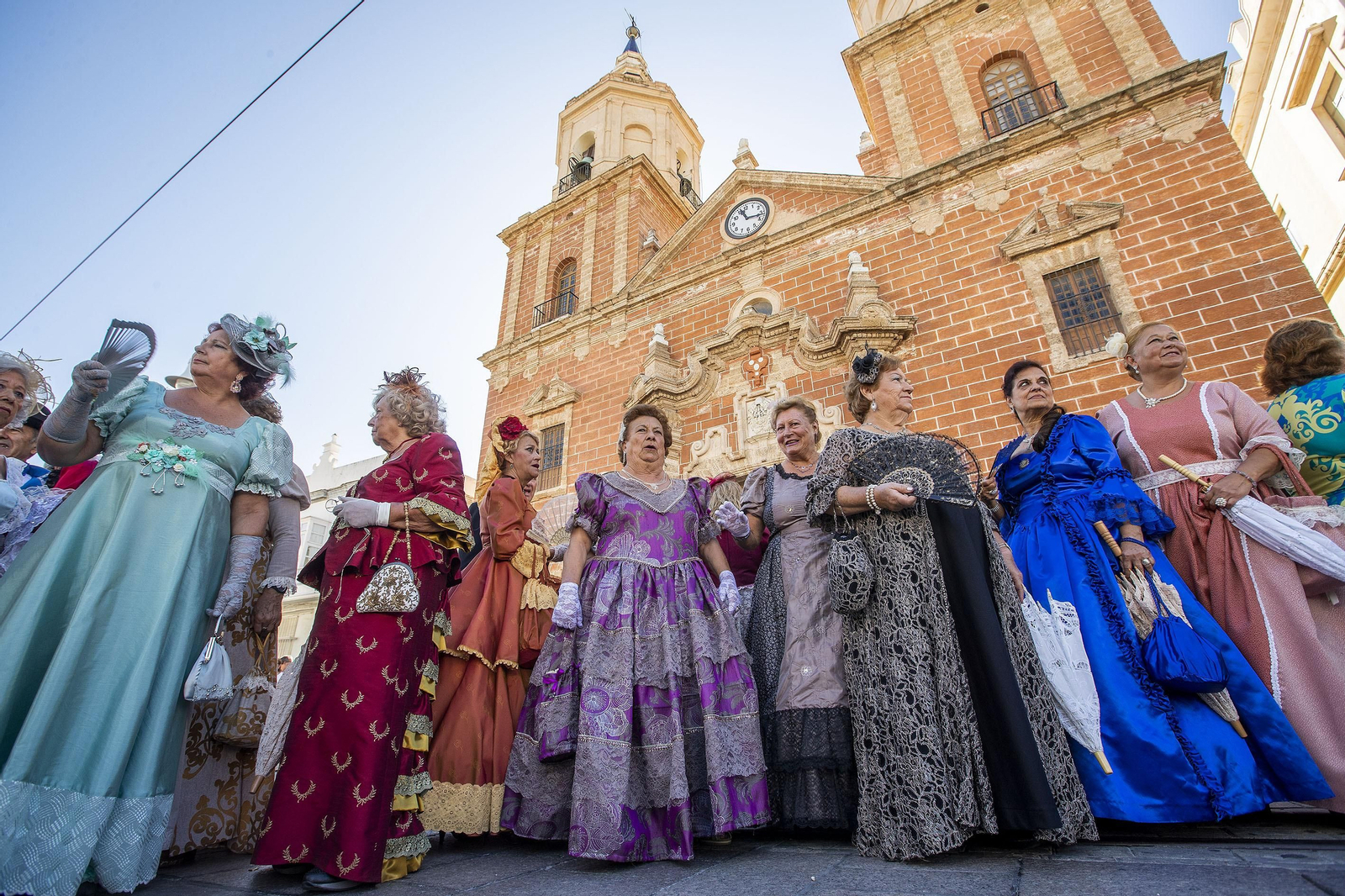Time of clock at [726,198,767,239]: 11:16
